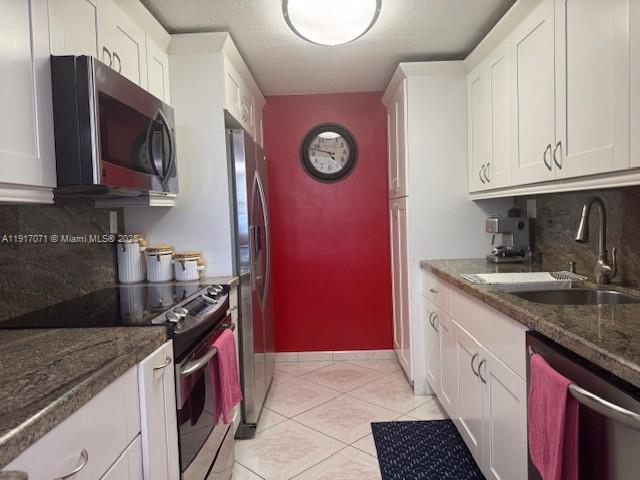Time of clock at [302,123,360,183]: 4:47
